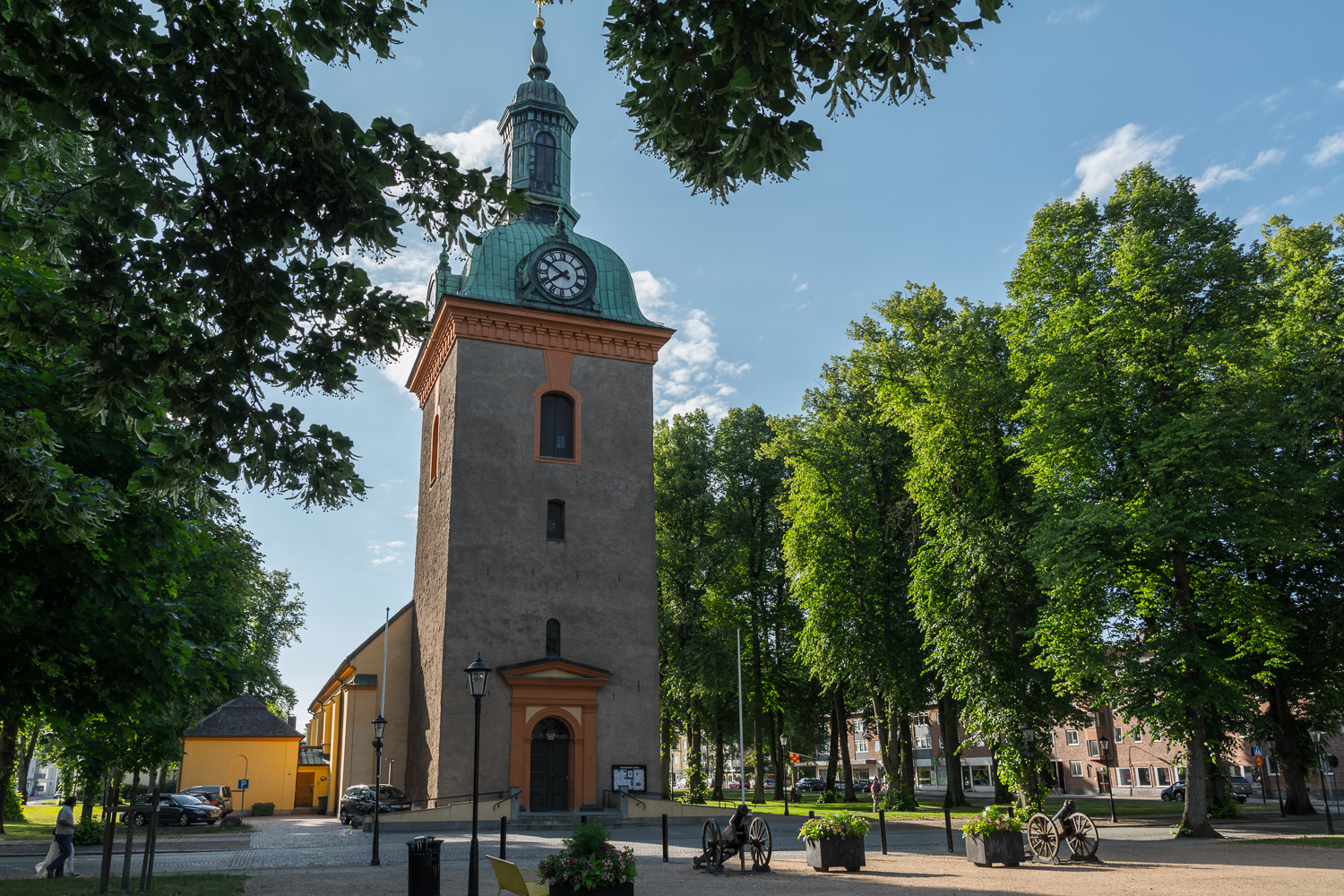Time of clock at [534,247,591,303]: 7:50
